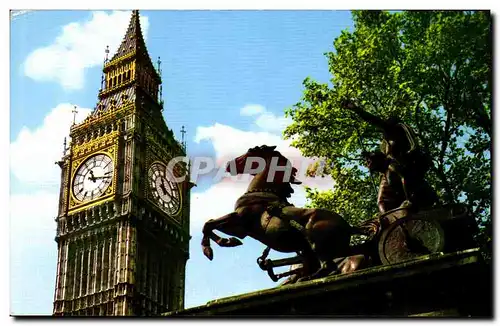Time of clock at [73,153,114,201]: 11:17
